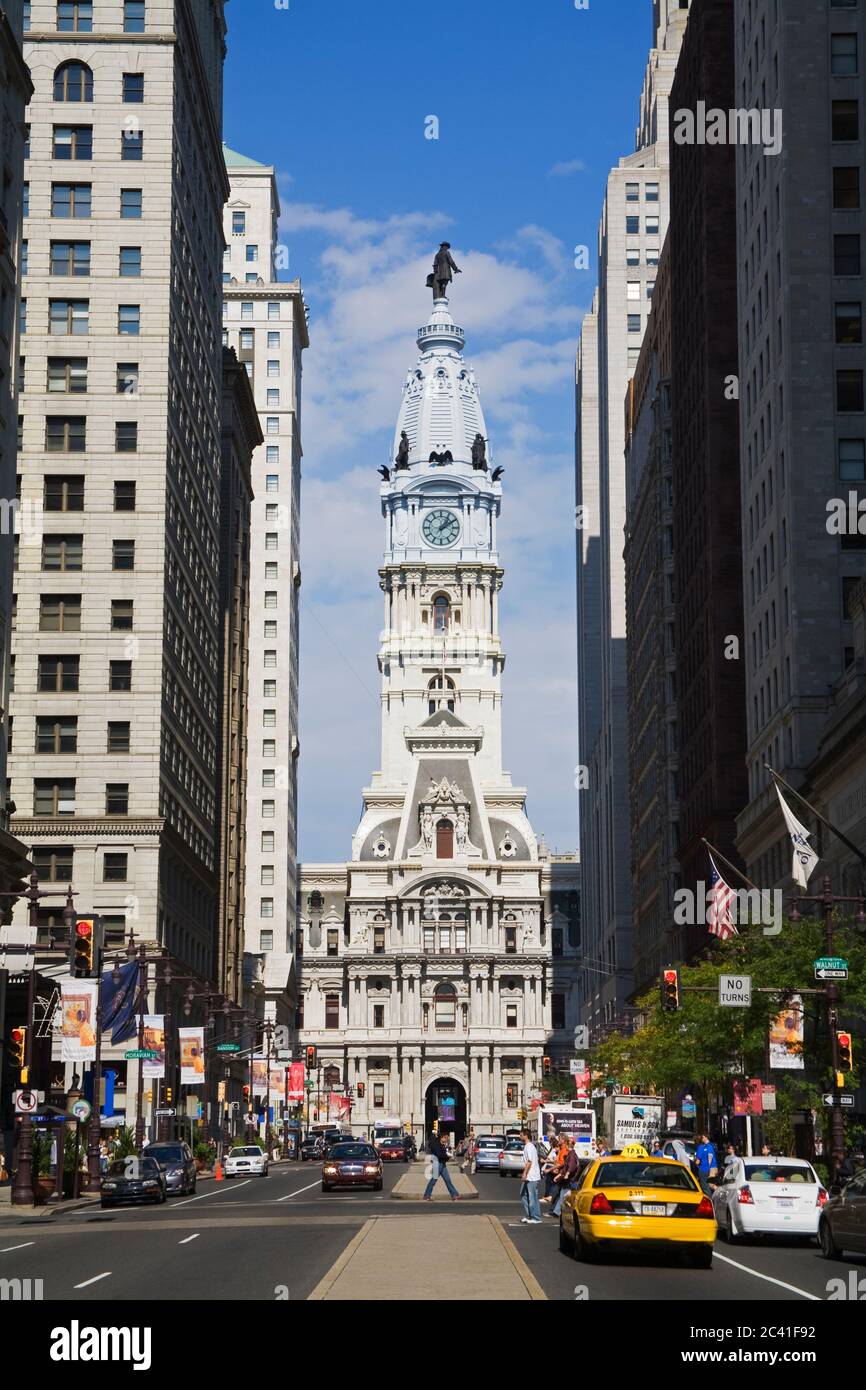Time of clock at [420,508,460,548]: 1:09
